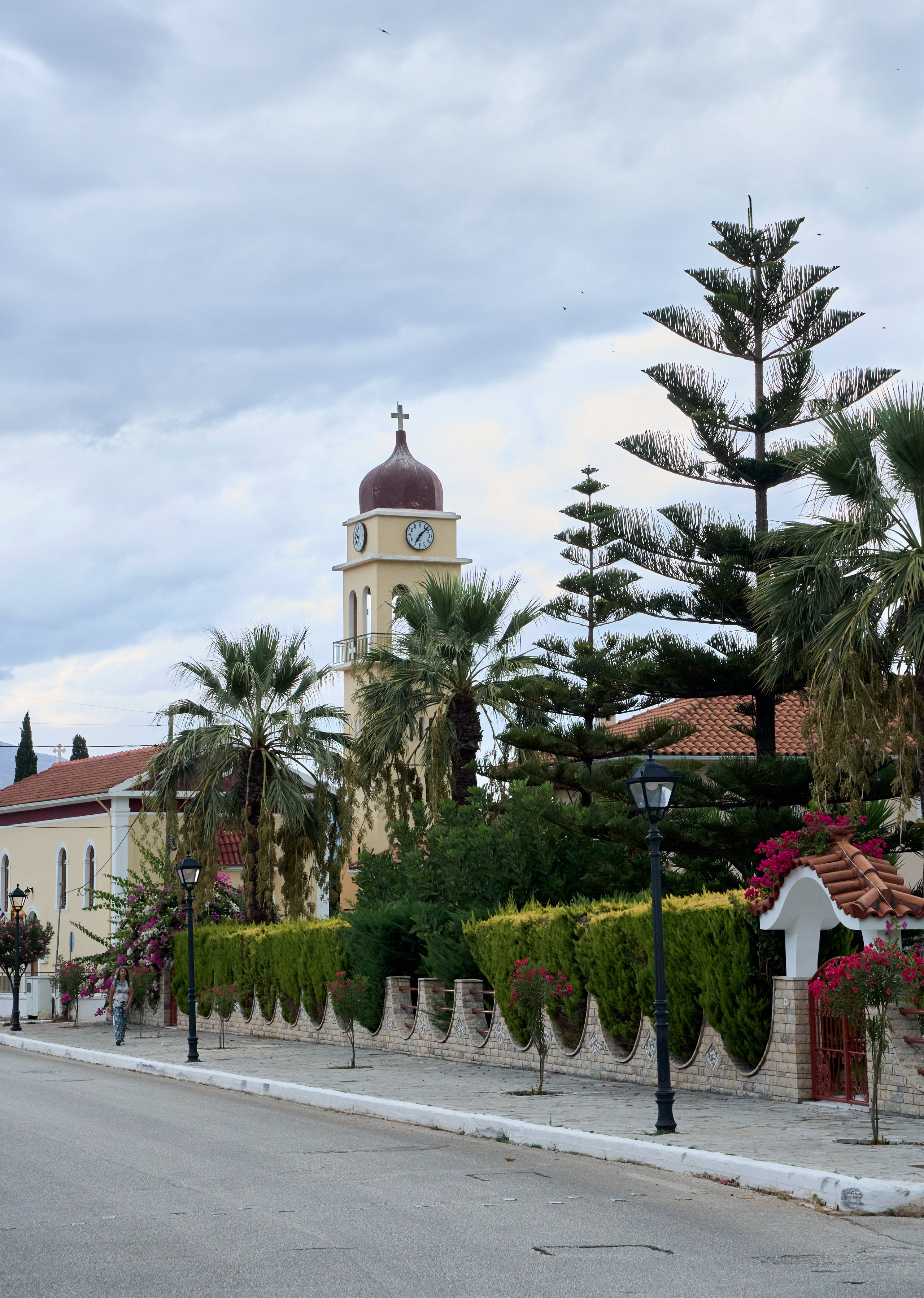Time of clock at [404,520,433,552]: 7:07
